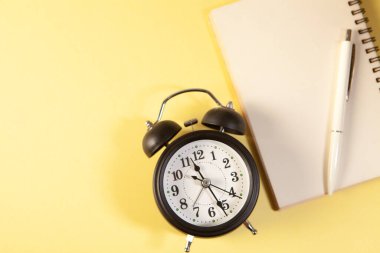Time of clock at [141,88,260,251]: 11:26
